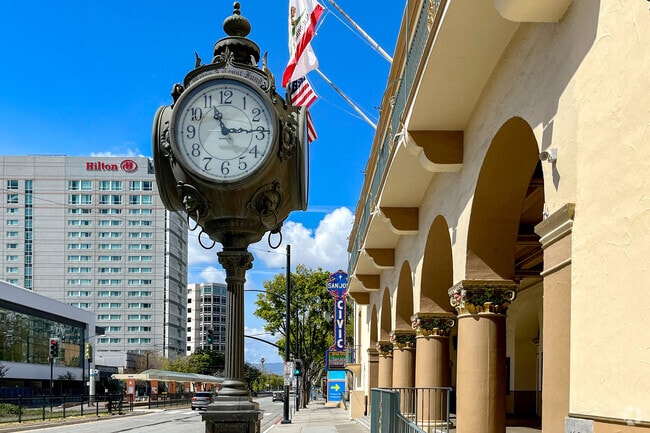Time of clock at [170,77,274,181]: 11:14
